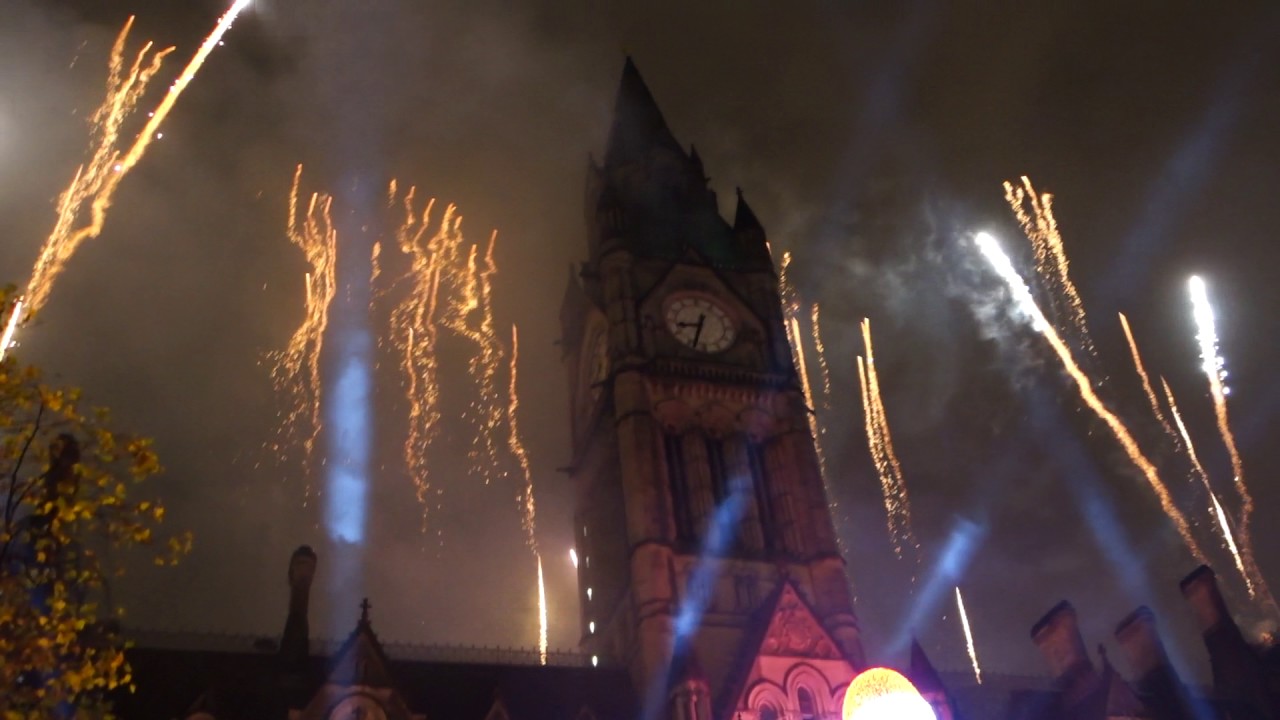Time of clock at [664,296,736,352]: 8:33
